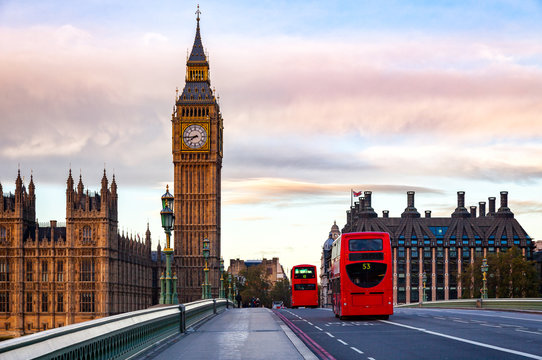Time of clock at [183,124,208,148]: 7:43
